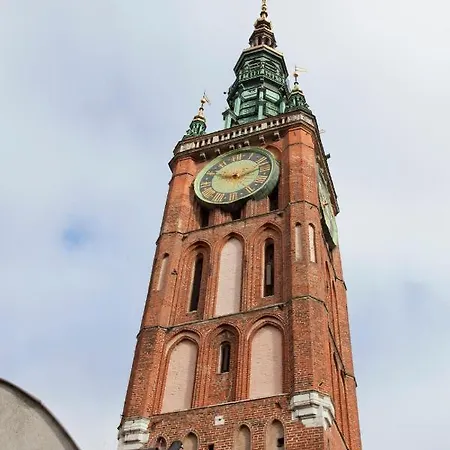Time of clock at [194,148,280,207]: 9:12
